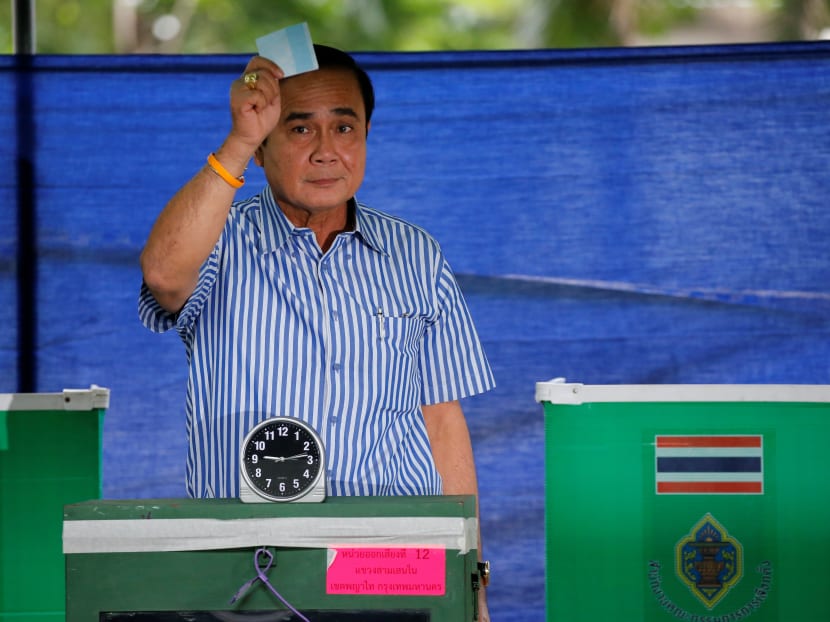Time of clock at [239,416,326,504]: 9:13
